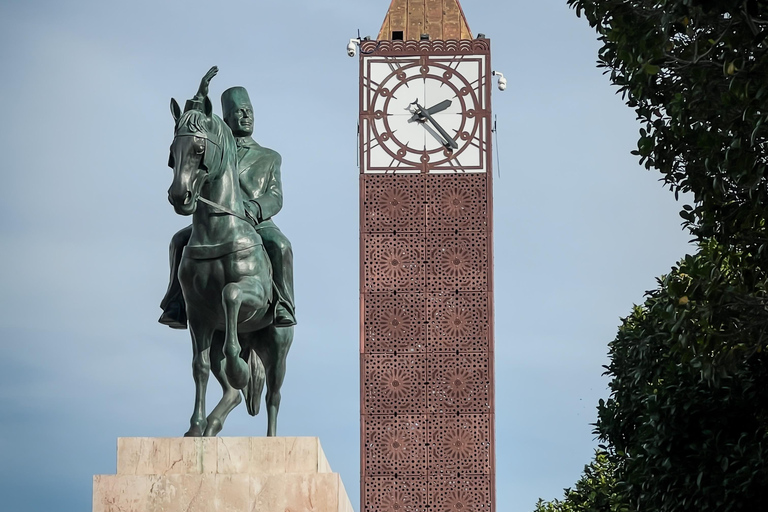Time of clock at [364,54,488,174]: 2:23
